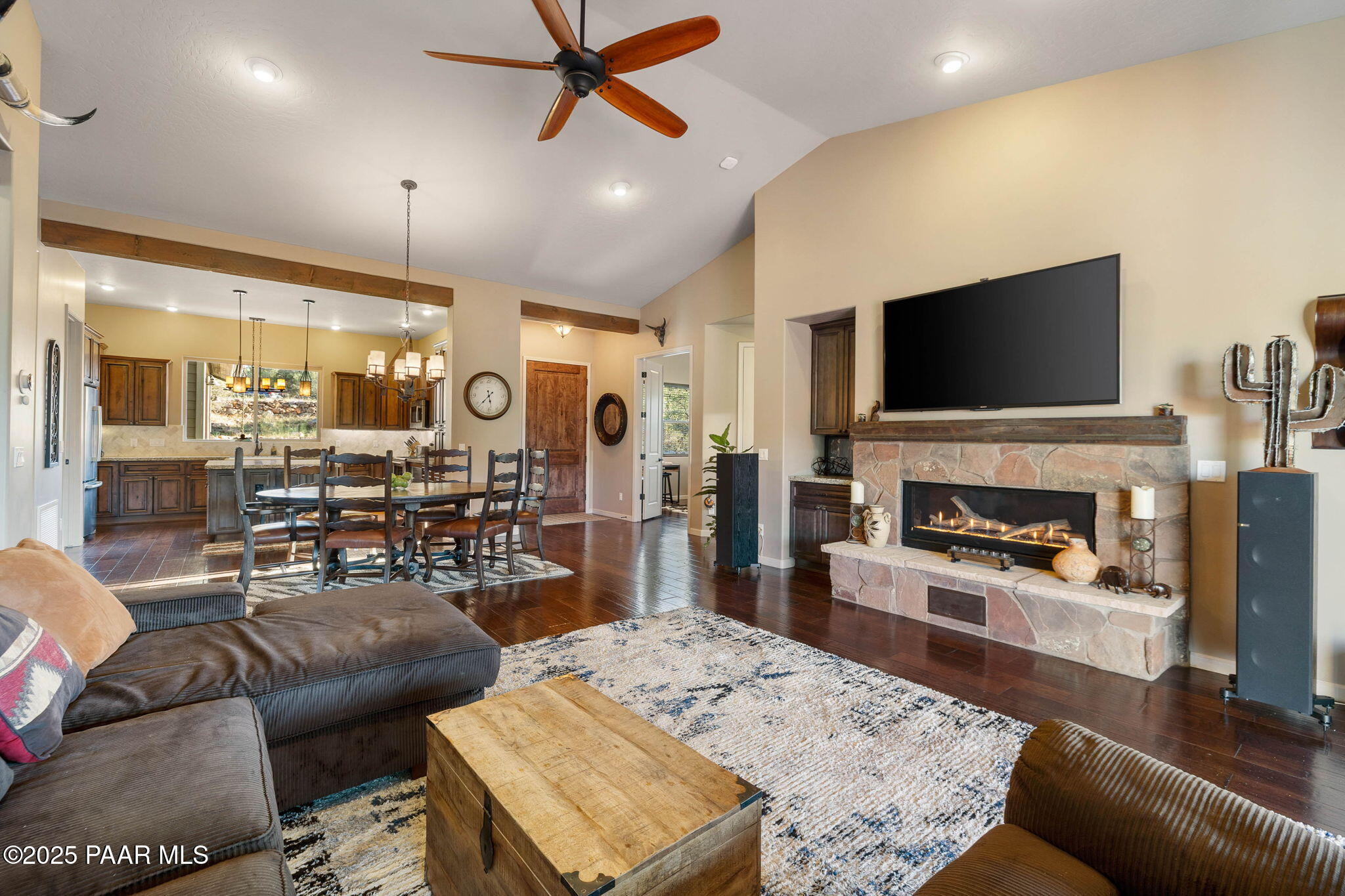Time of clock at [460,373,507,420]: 5:37
